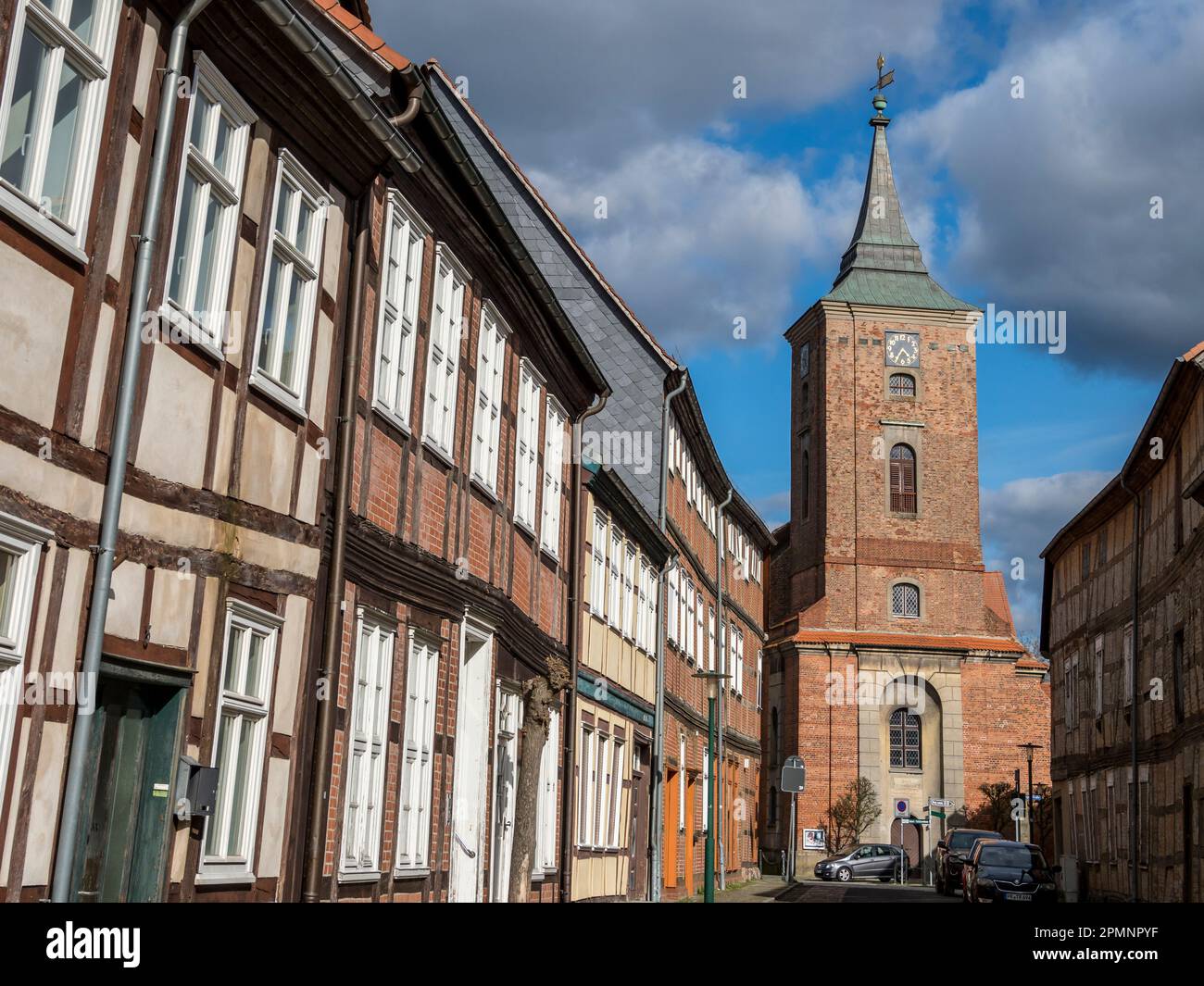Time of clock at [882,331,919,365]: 4:35
